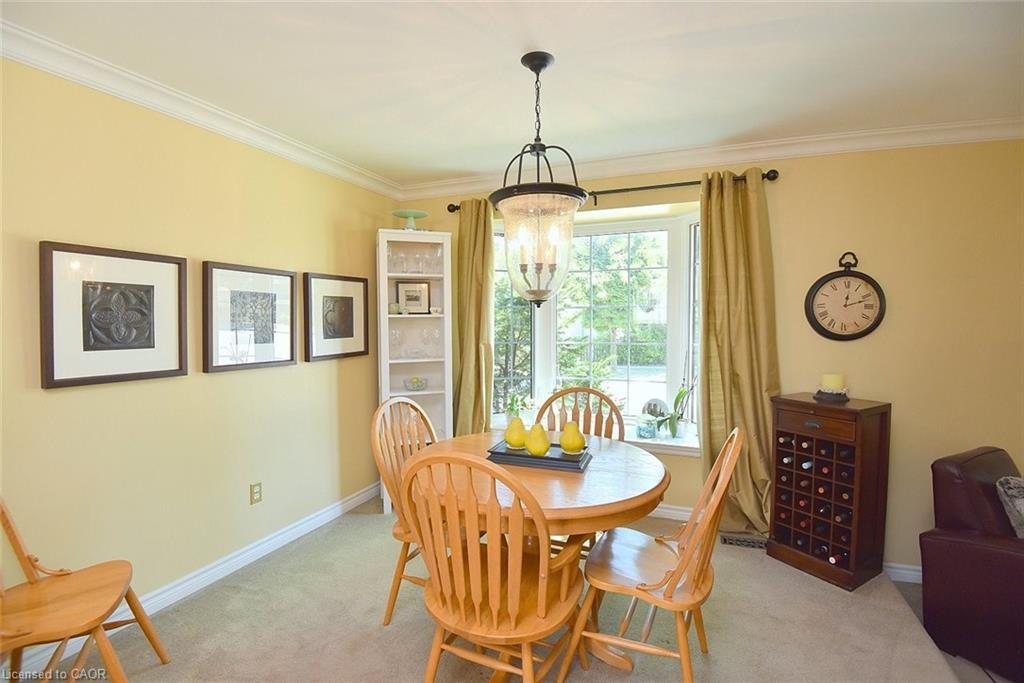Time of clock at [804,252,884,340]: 12:11
